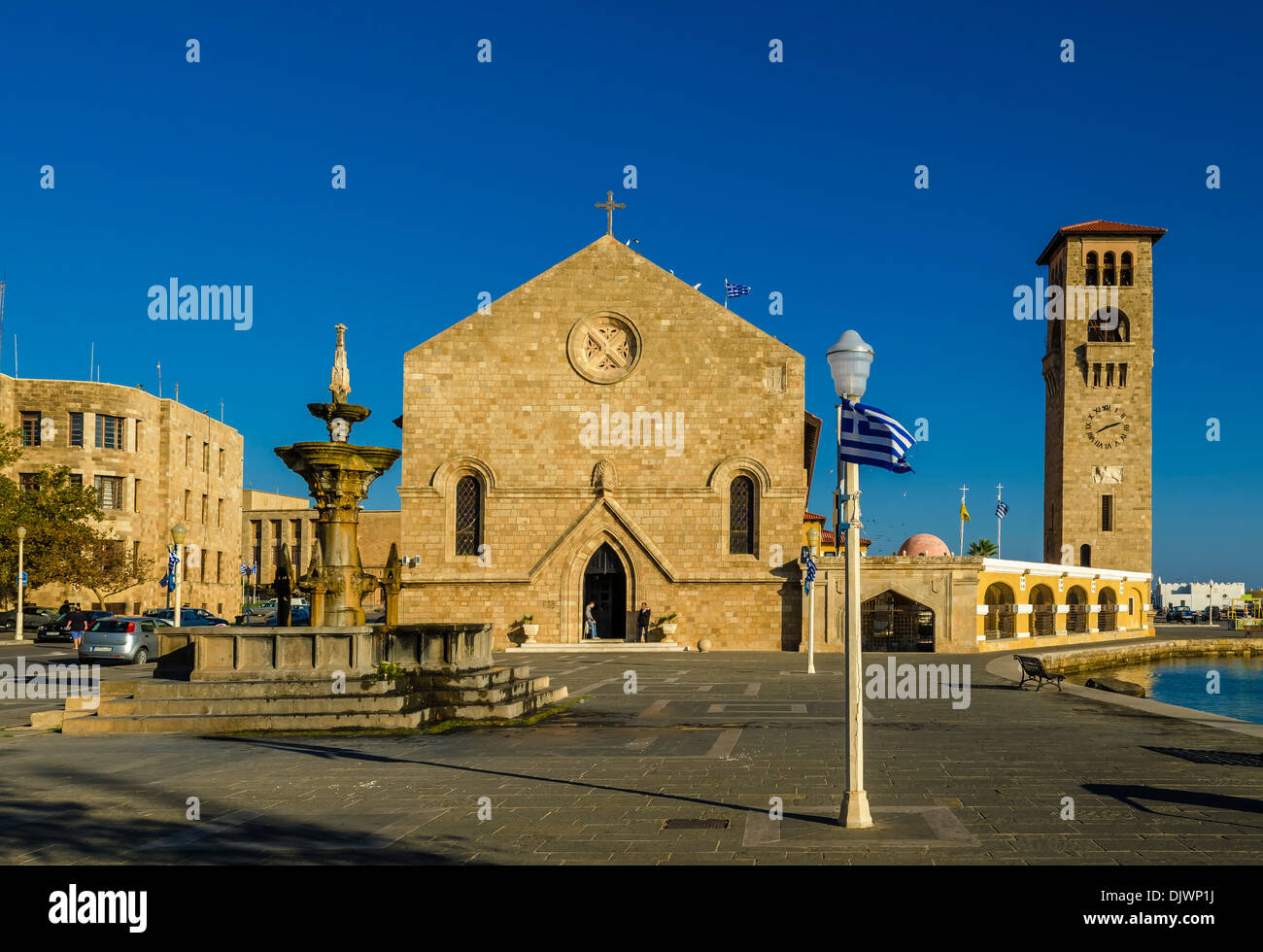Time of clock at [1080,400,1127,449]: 8:12
